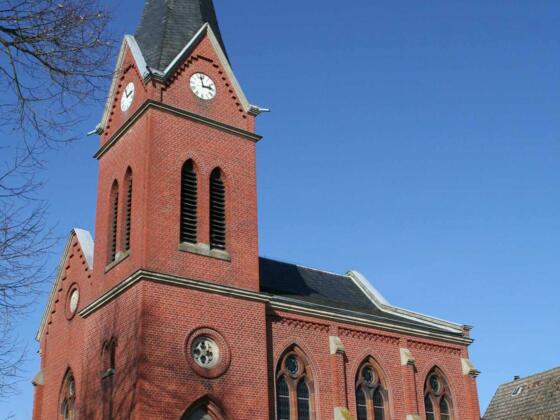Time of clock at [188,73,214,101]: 2:57
